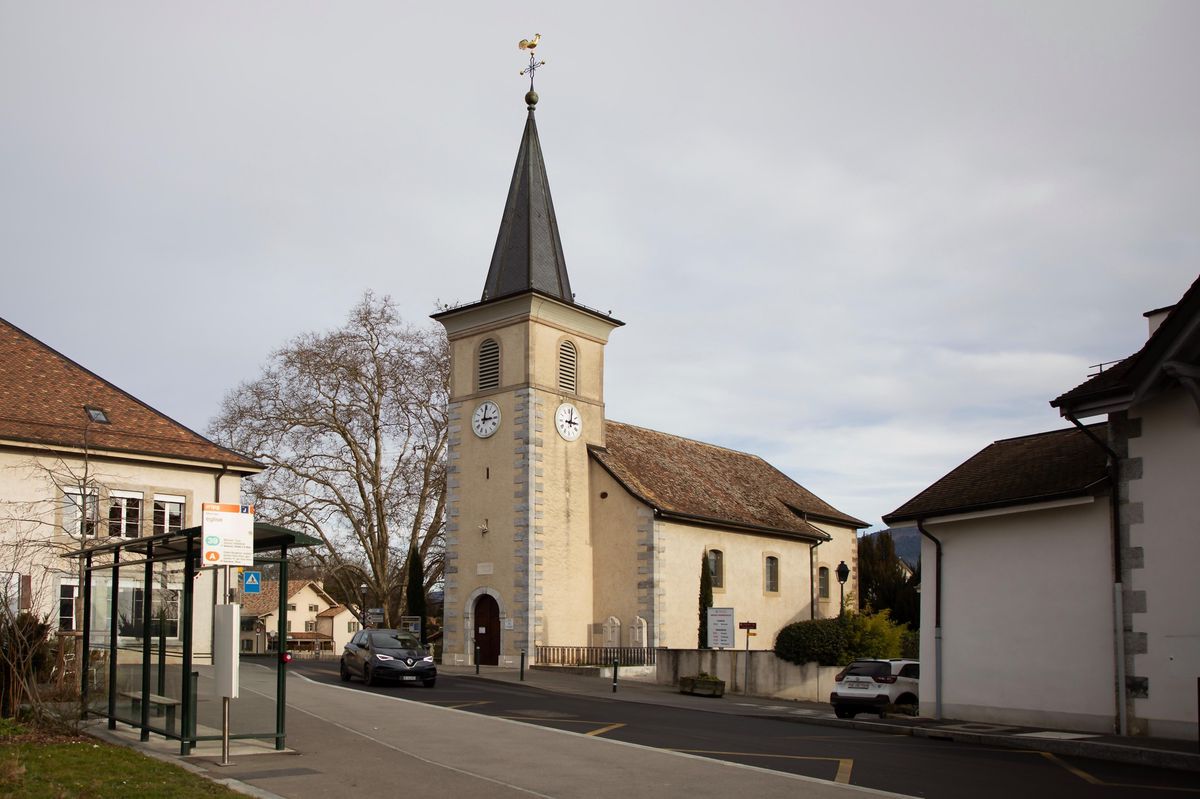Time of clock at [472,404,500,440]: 3:00
